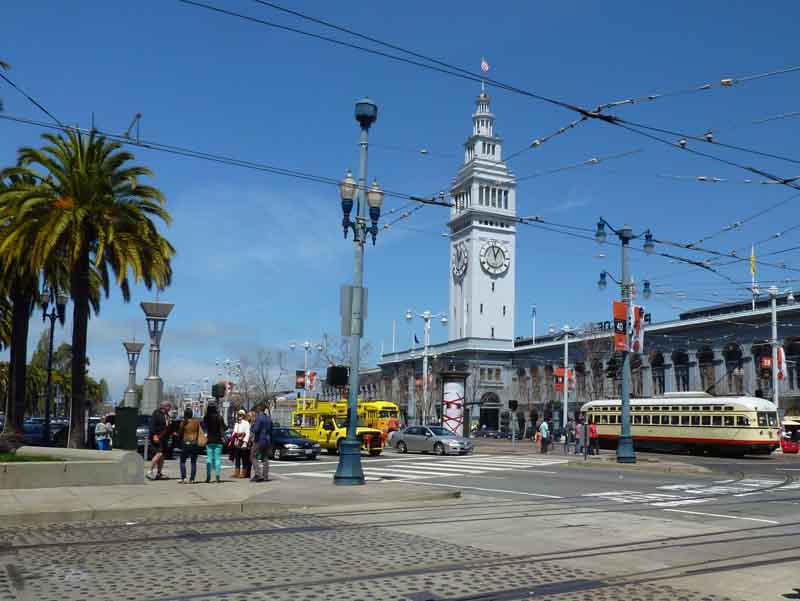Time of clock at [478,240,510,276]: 12:57
